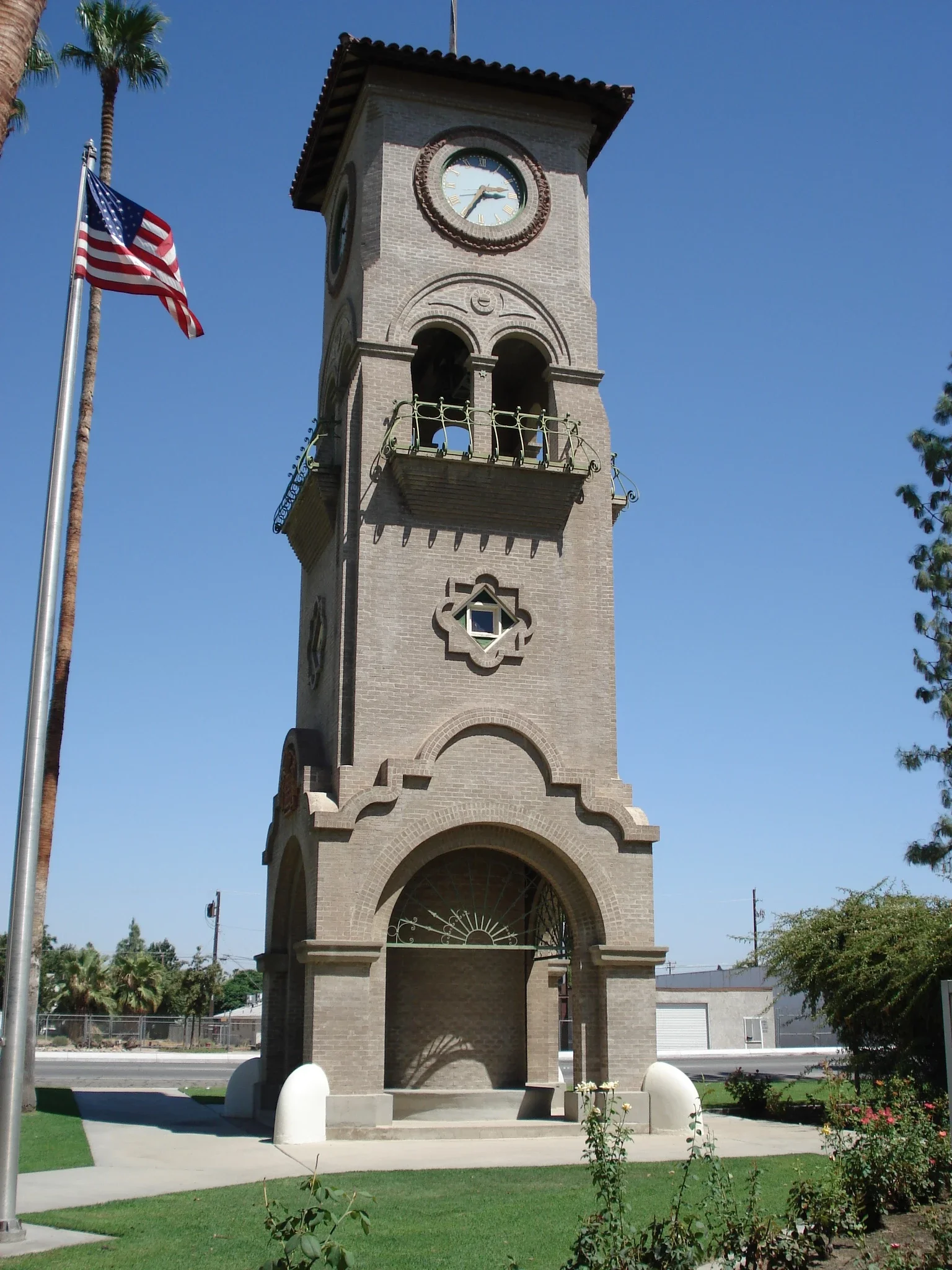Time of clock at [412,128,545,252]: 2:34
